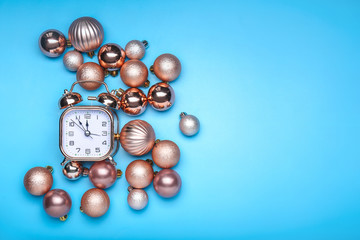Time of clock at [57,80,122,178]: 11:52
